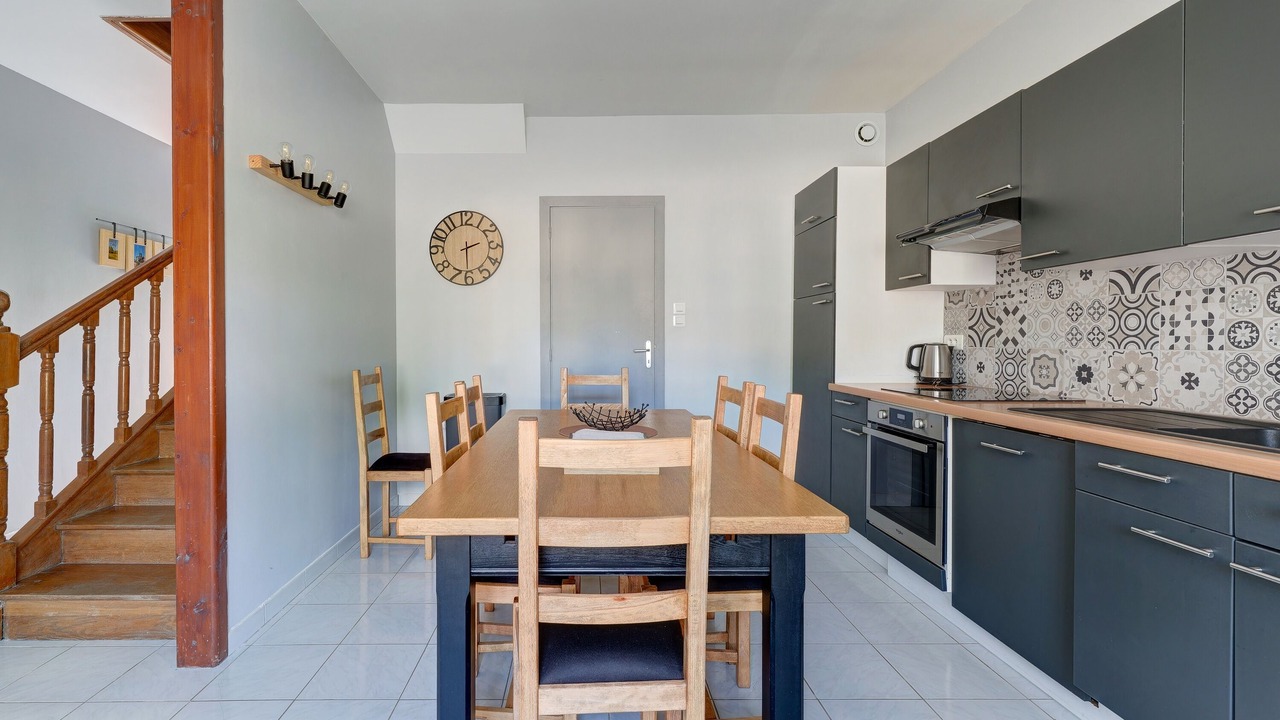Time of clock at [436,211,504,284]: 2:30
